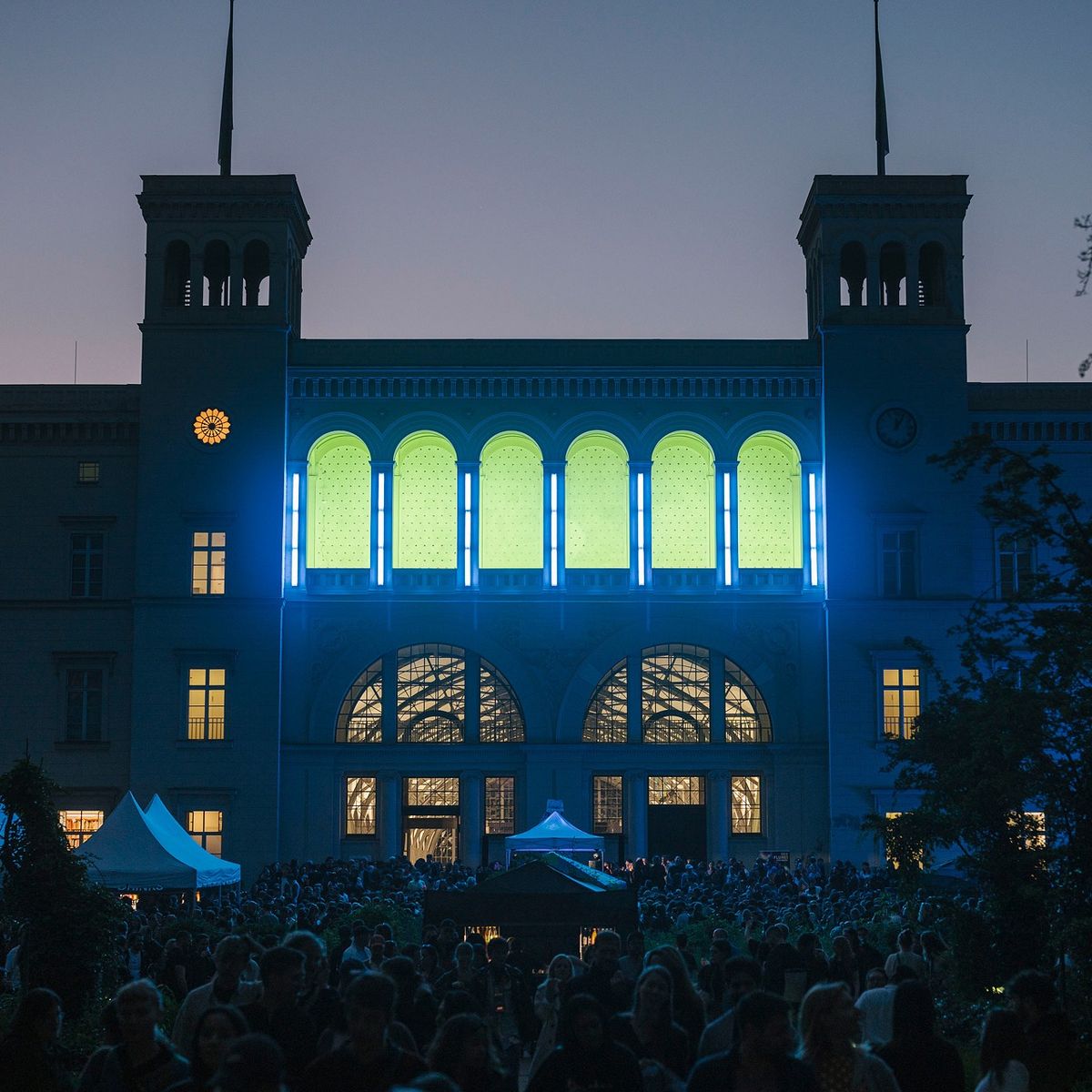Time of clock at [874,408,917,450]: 12:05
